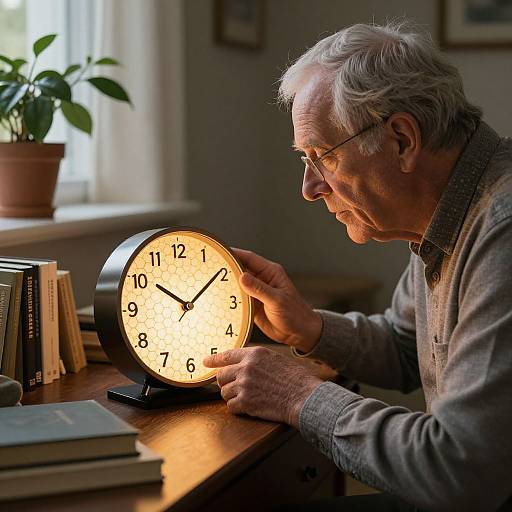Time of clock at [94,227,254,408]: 10:09
